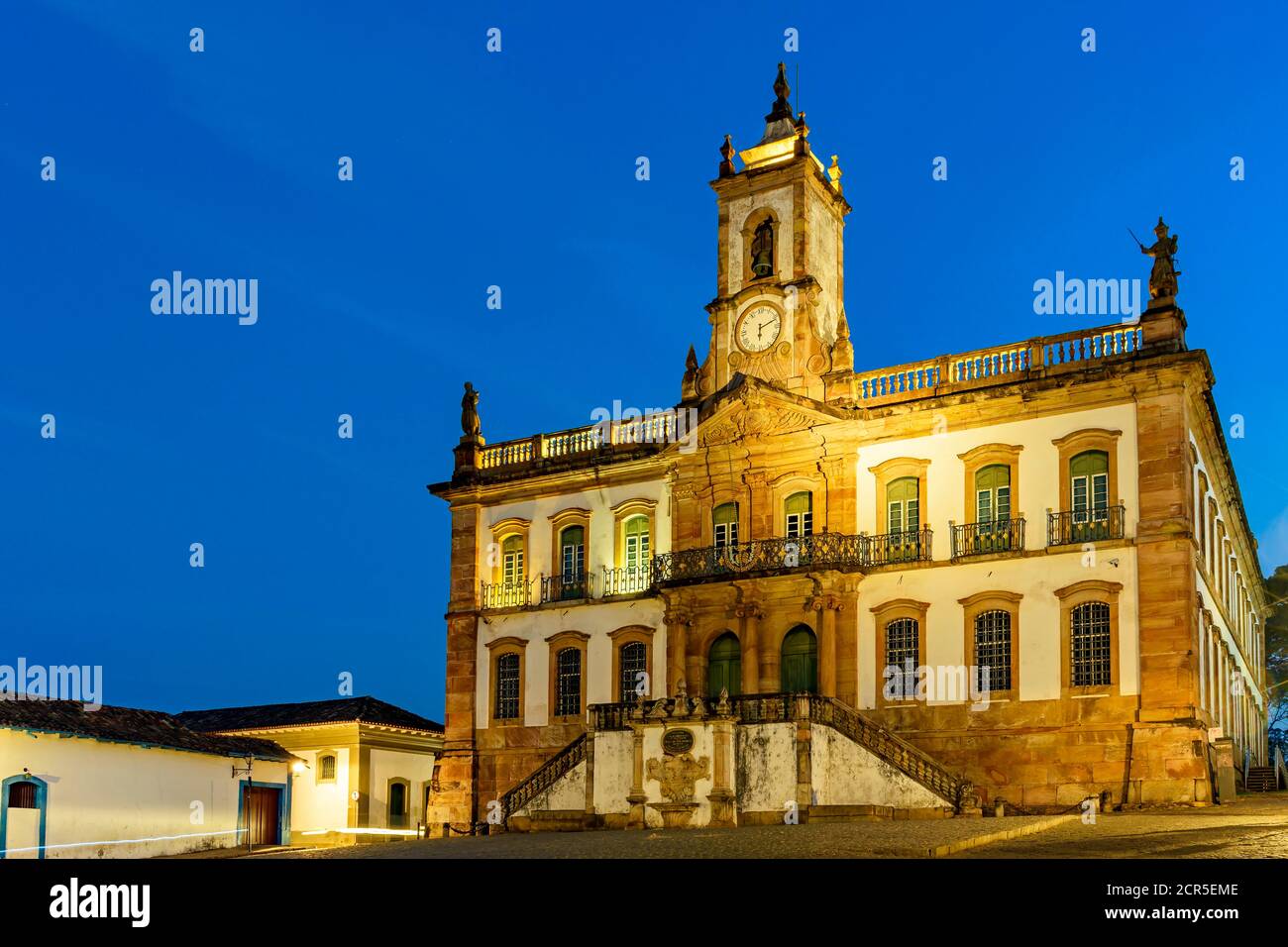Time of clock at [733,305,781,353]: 6:11
